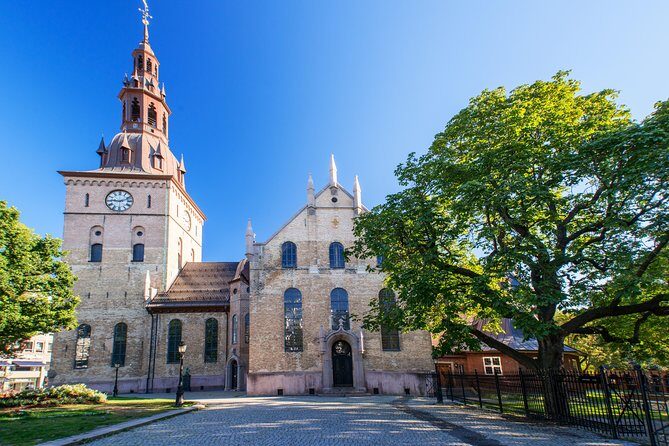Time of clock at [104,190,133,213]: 9:11
